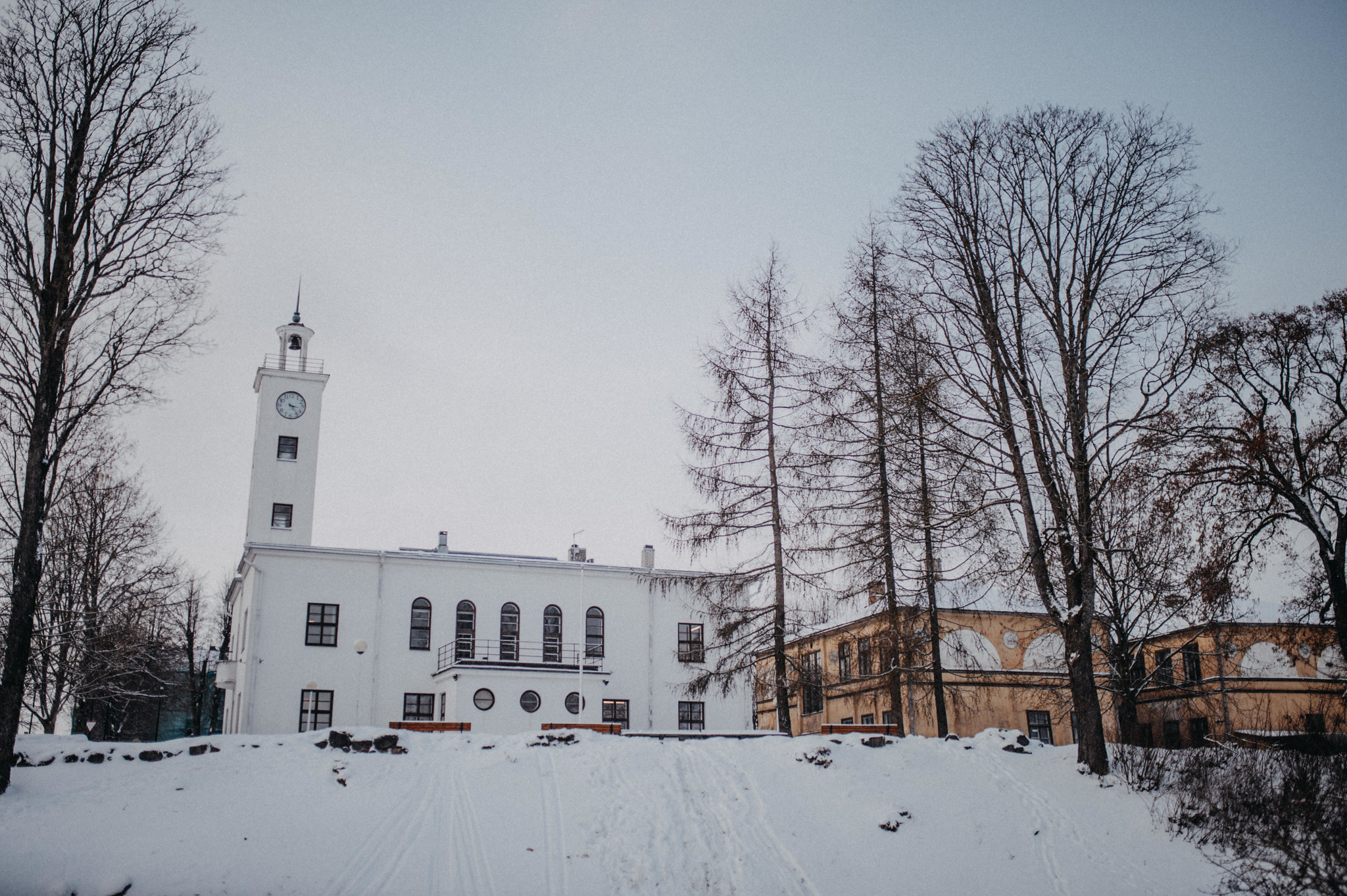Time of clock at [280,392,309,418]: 3:23
